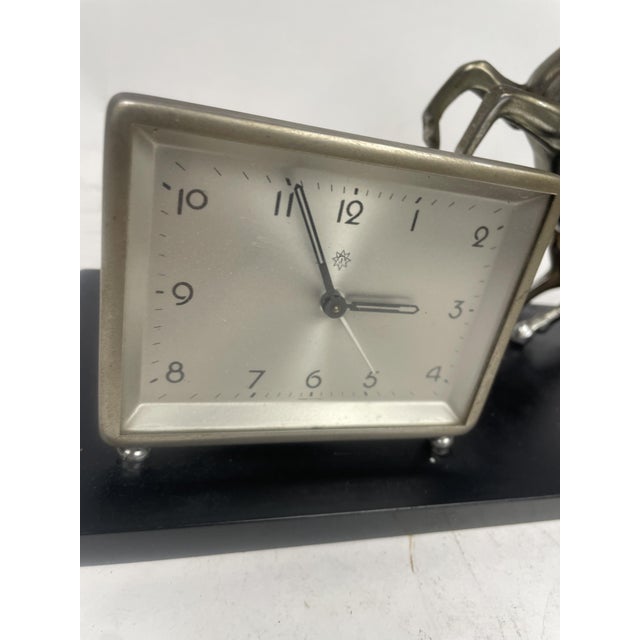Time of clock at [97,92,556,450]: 2:56
